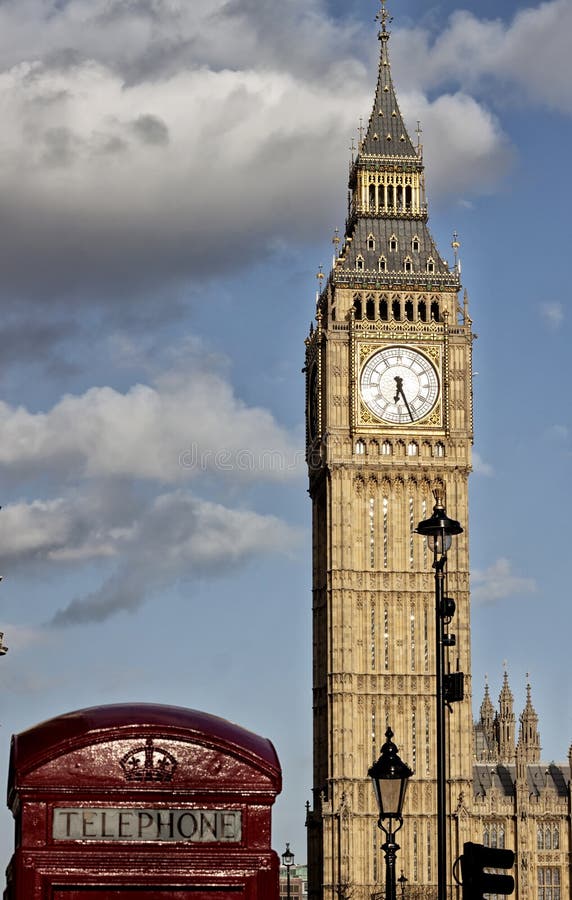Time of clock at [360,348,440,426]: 6:26
